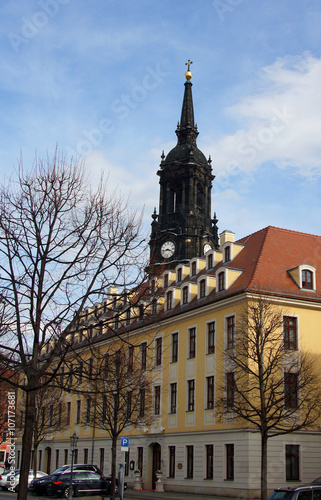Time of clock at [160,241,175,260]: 3:43
